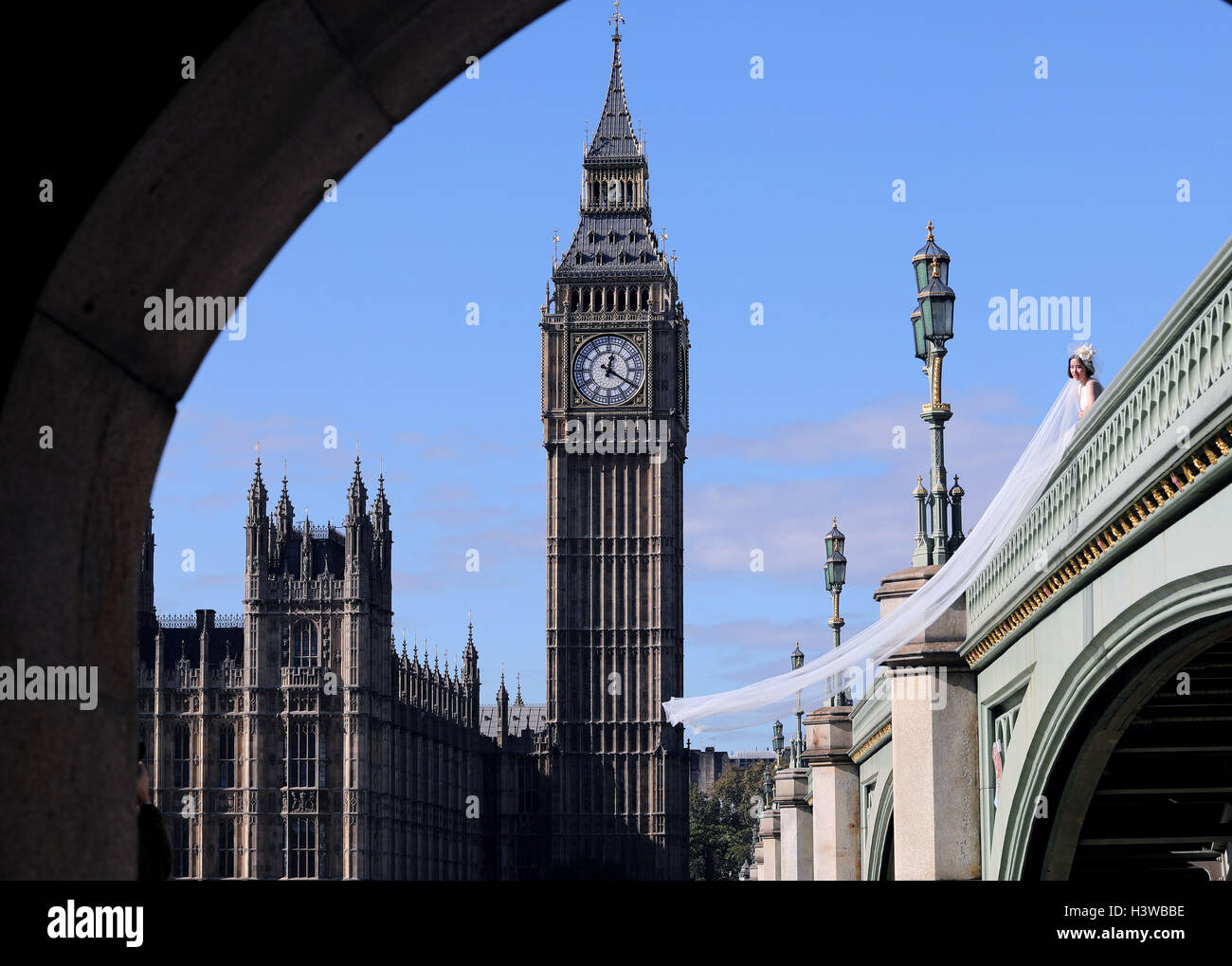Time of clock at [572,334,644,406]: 12:20
